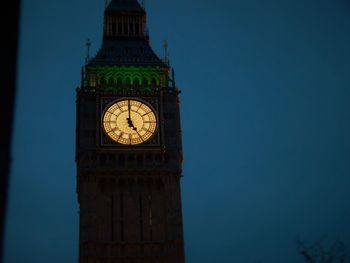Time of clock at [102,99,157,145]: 4:59
